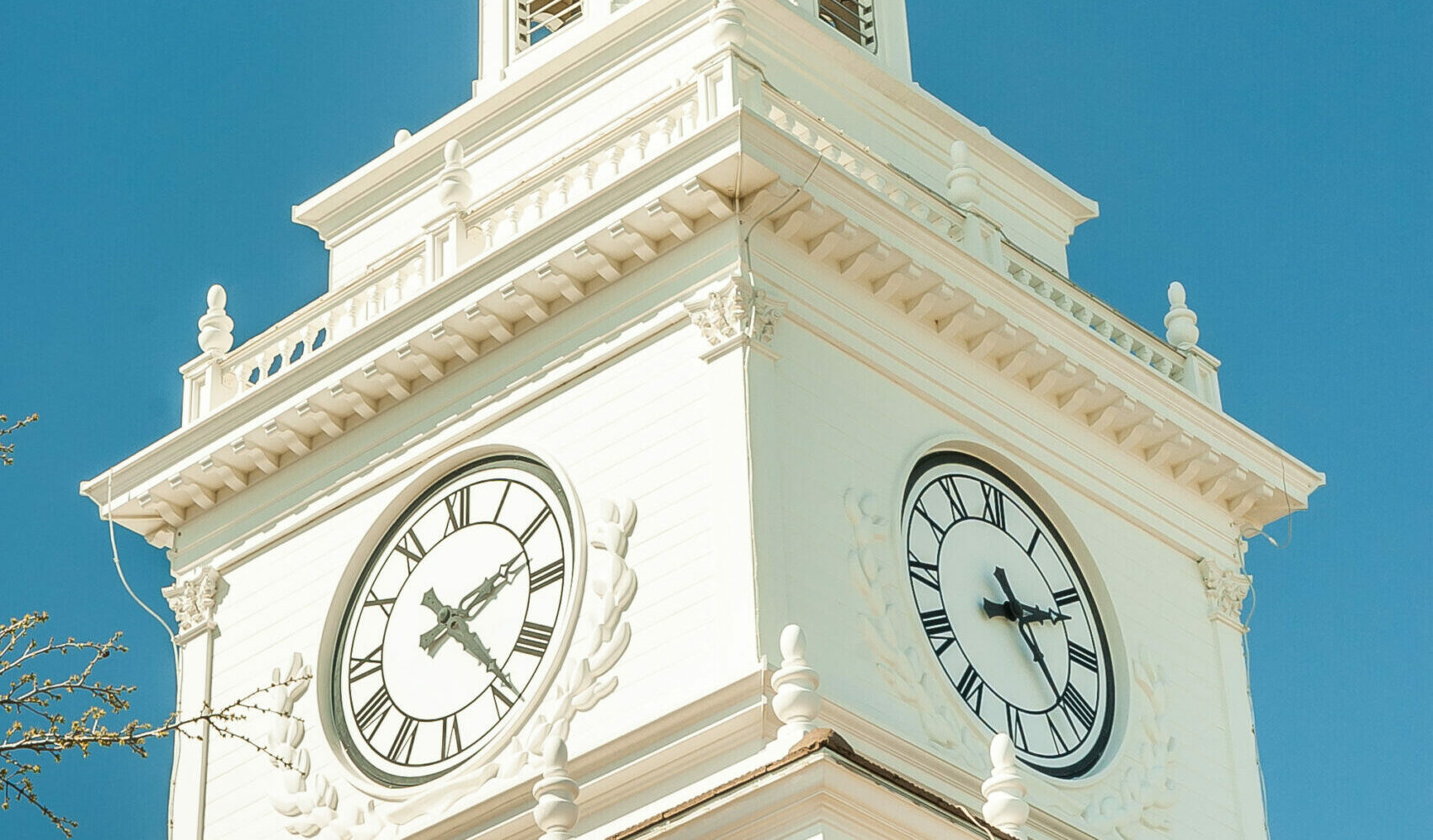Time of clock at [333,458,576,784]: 2:23
